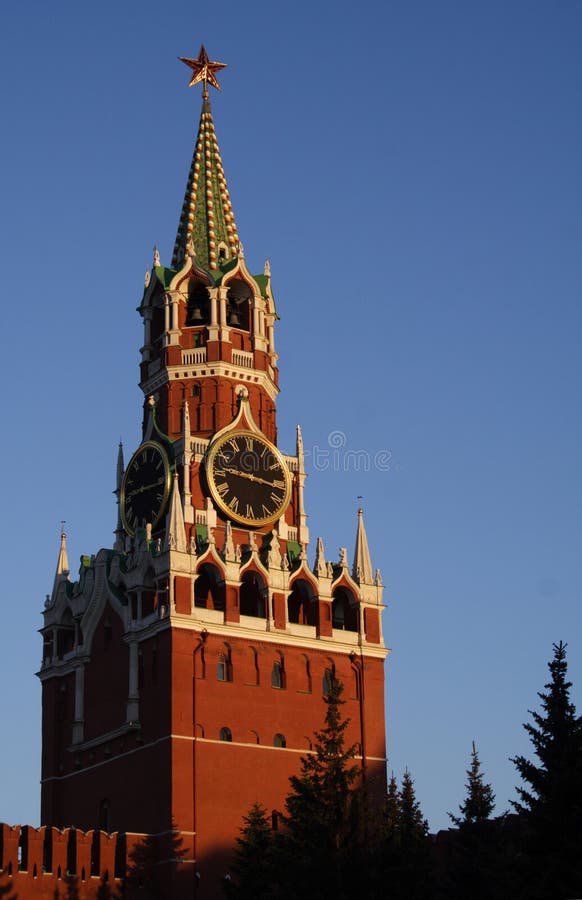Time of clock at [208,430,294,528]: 9:16
